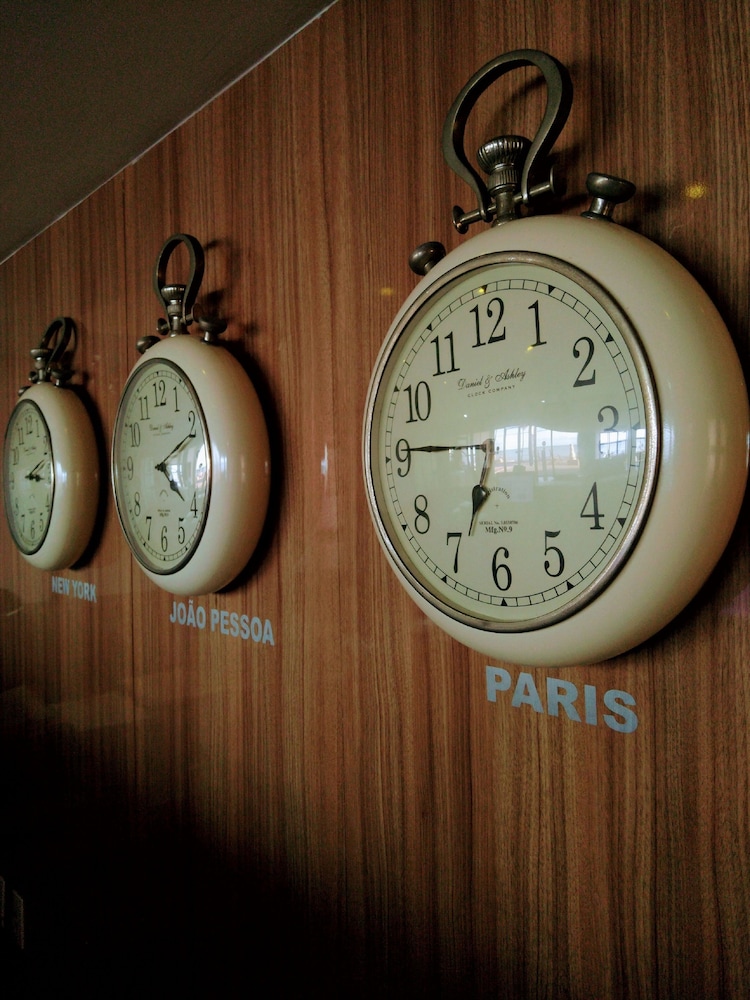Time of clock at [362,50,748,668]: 6:45
